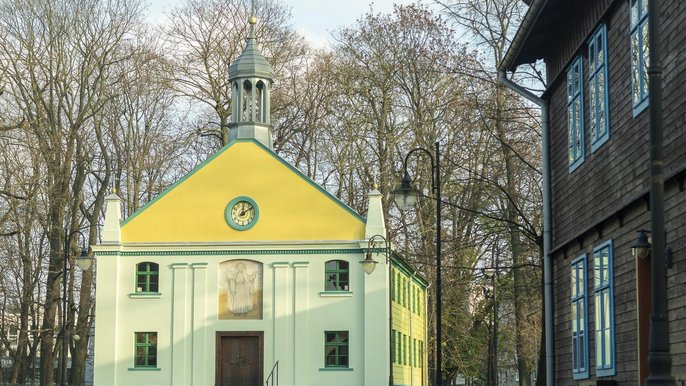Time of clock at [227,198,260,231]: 12:09
